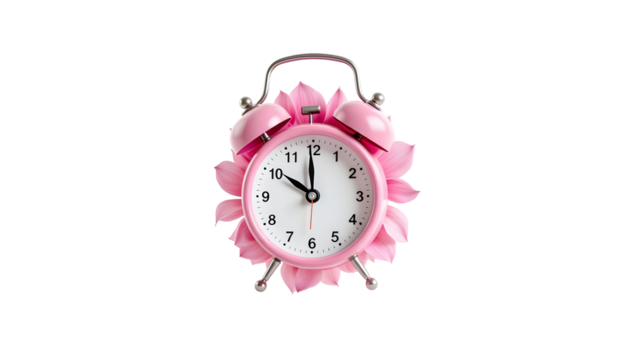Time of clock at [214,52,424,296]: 9:59
